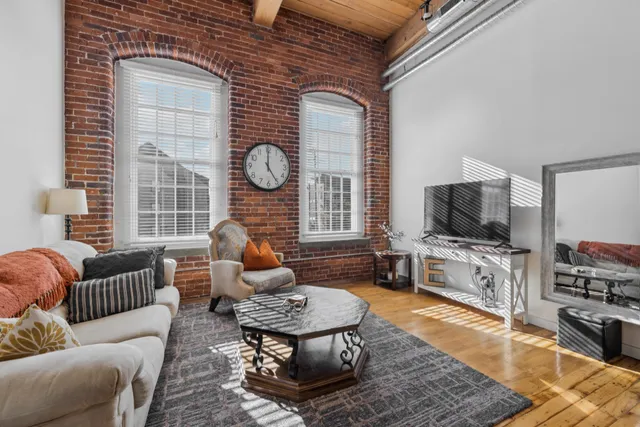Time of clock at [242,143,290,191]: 5:00
